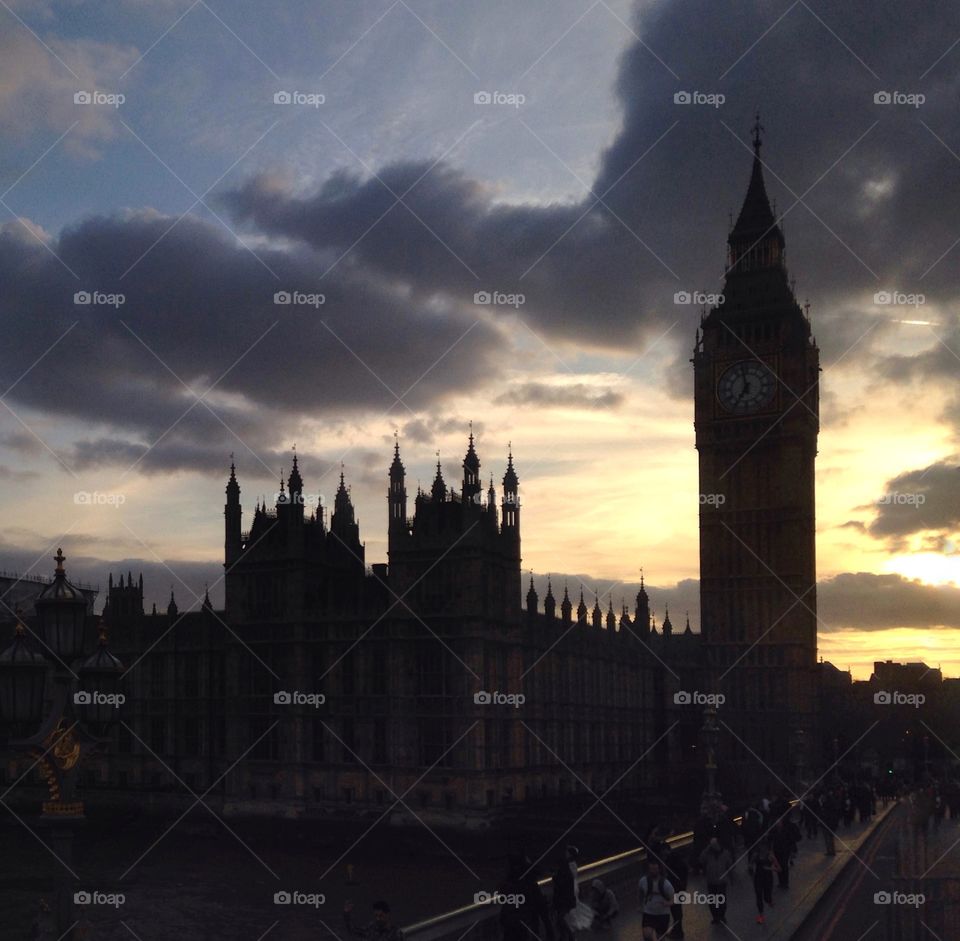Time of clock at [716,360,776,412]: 6:58
